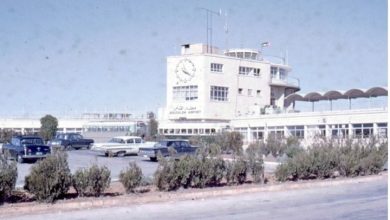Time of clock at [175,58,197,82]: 4:21
